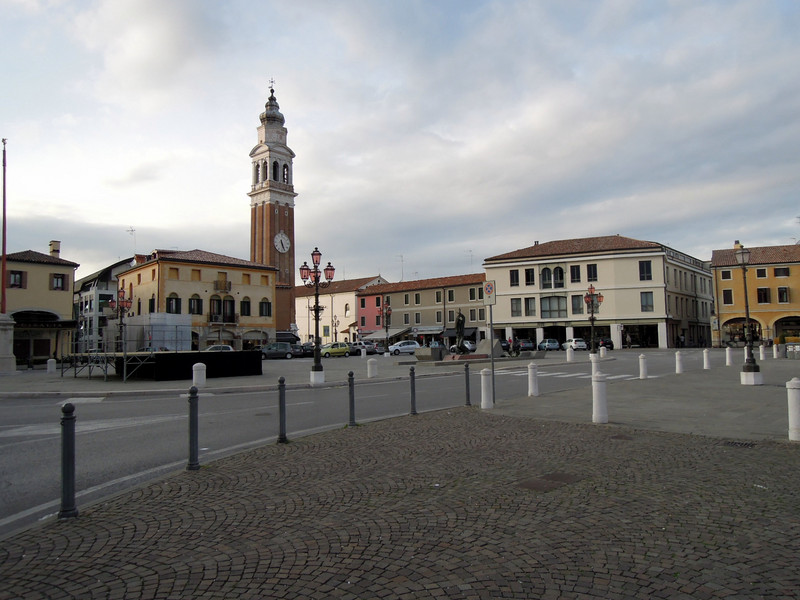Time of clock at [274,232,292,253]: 5:26
